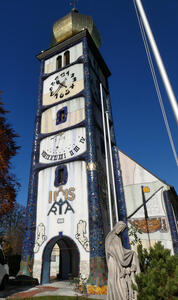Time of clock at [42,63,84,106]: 10:37
